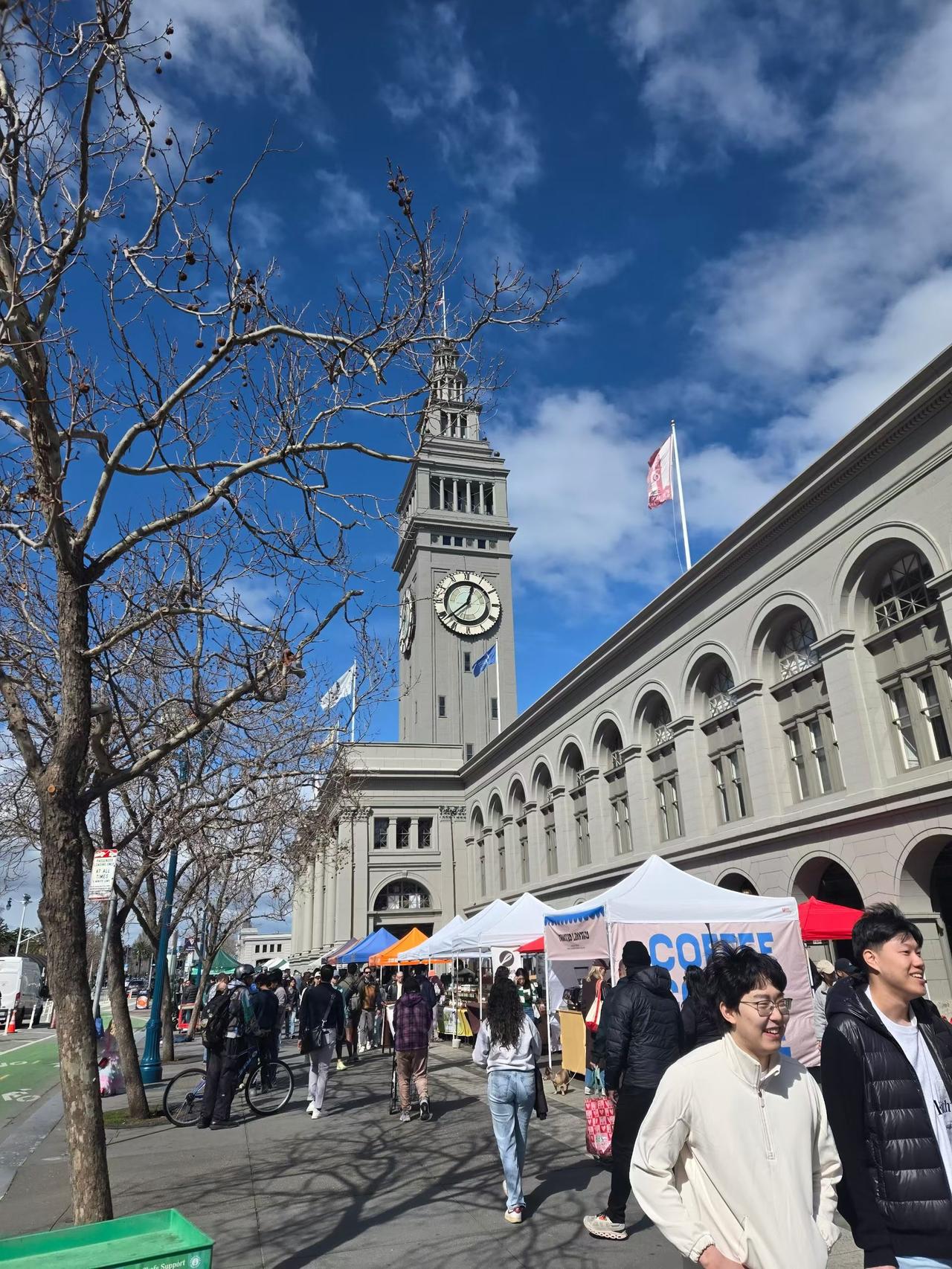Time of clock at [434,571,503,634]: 12:38
